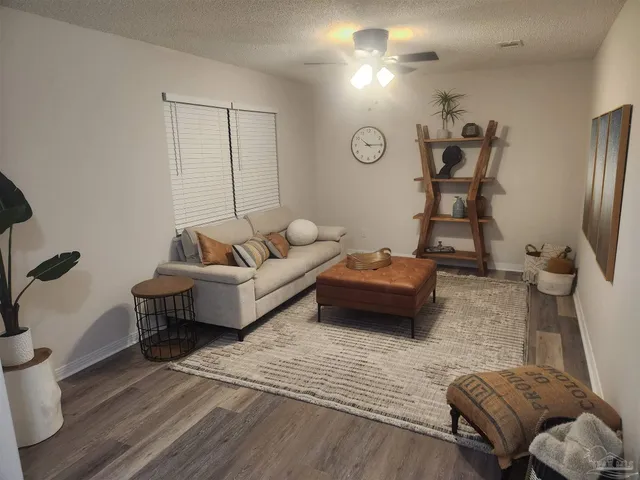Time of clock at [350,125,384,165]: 10:14
